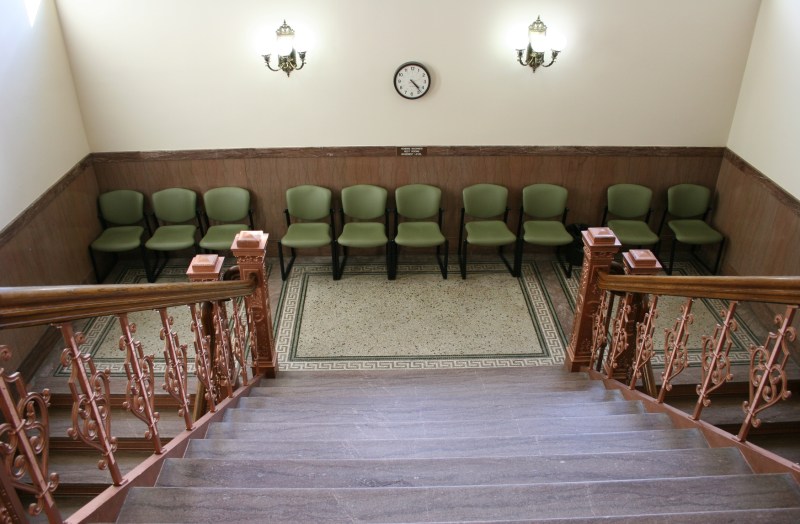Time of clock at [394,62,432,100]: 4:23
